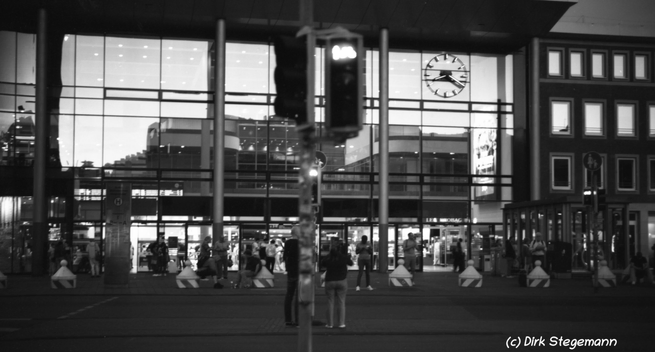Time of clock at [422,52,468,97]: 8:20
